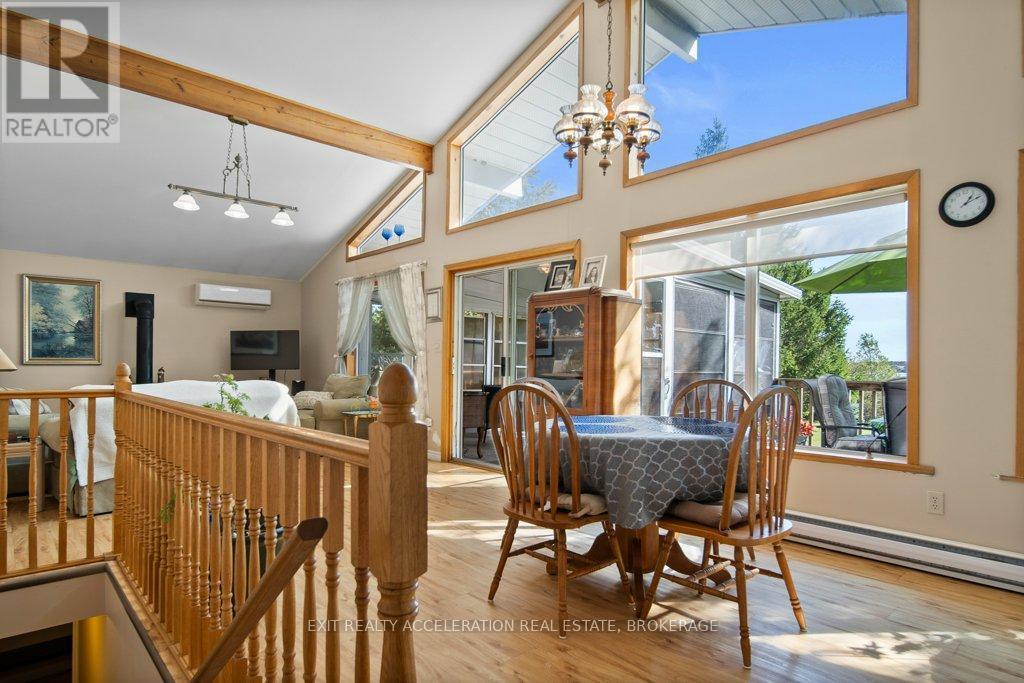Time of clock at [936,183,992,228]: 1:10
